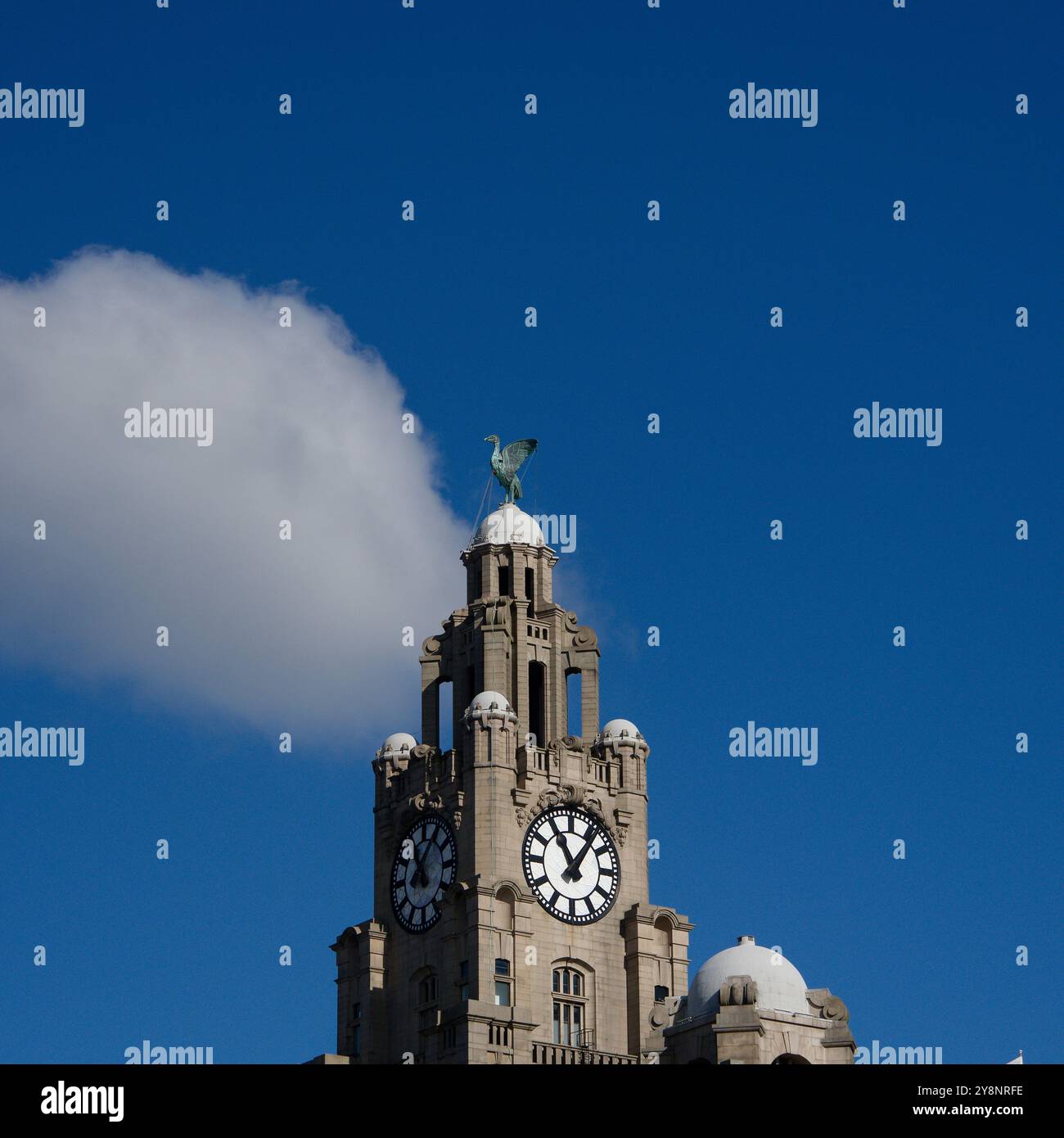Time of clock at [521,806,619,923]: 11:06
